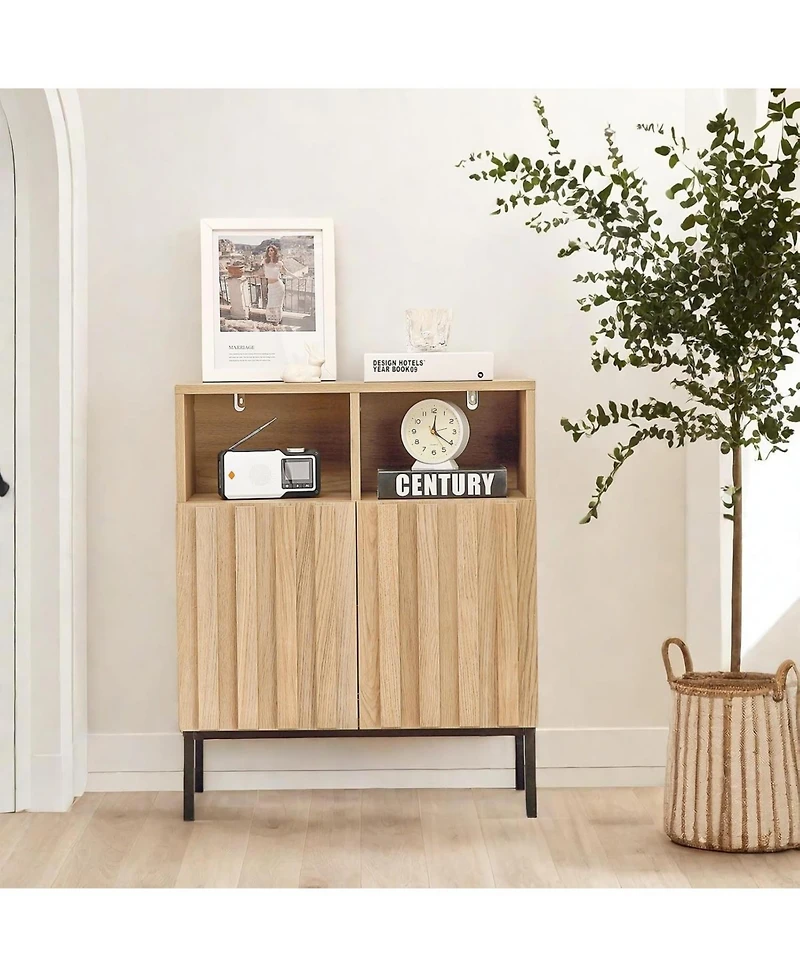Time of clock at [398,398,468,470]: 12:20
